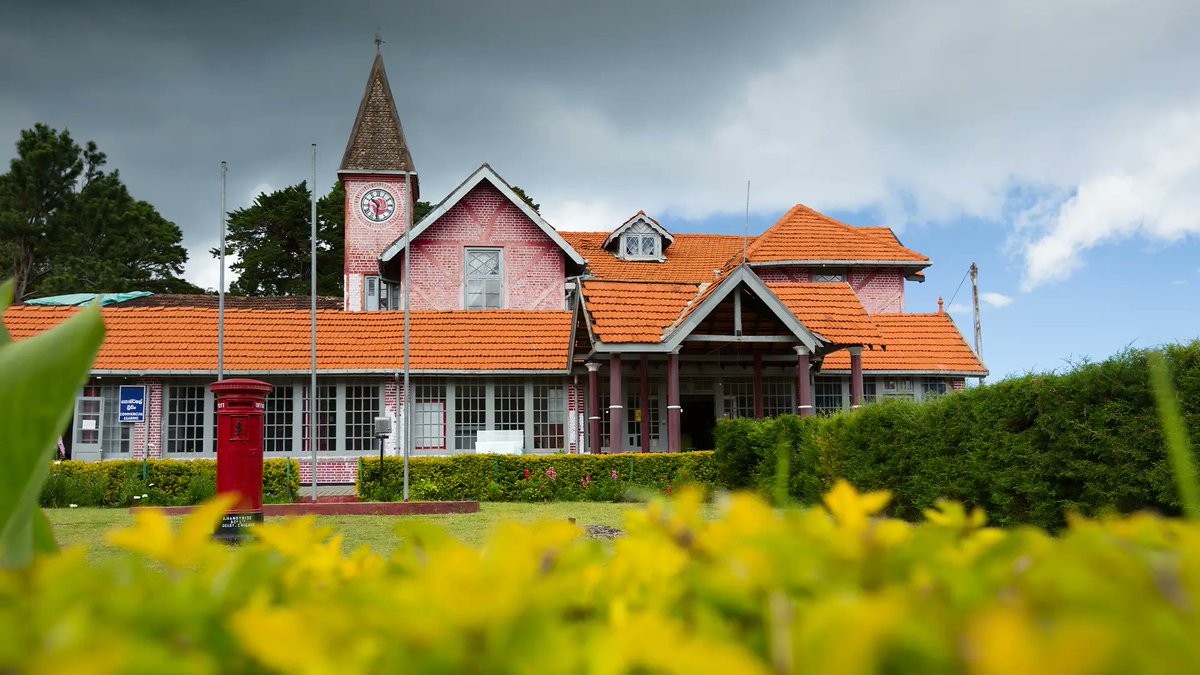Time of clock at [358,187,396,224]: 10:31
